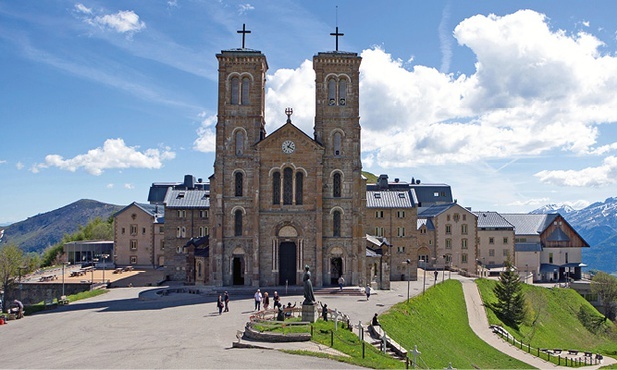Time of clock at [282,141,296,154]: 4:04
